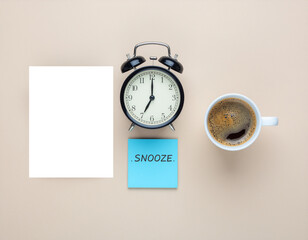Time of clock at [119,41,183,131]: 7:00
